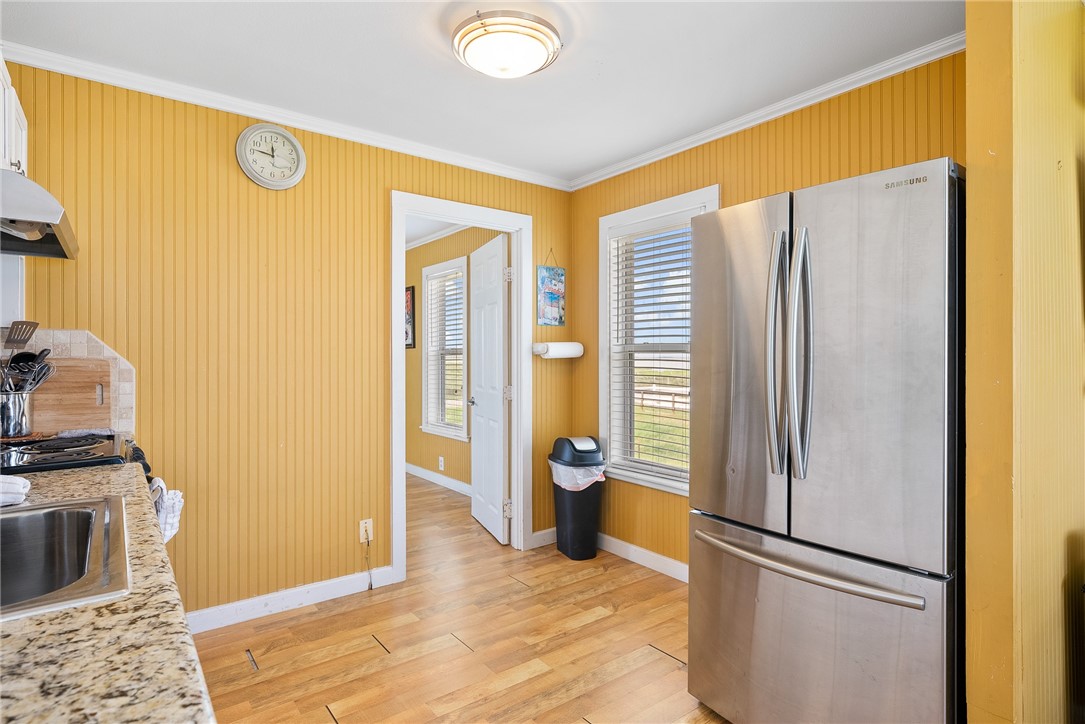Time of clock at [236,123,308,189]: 11:46
